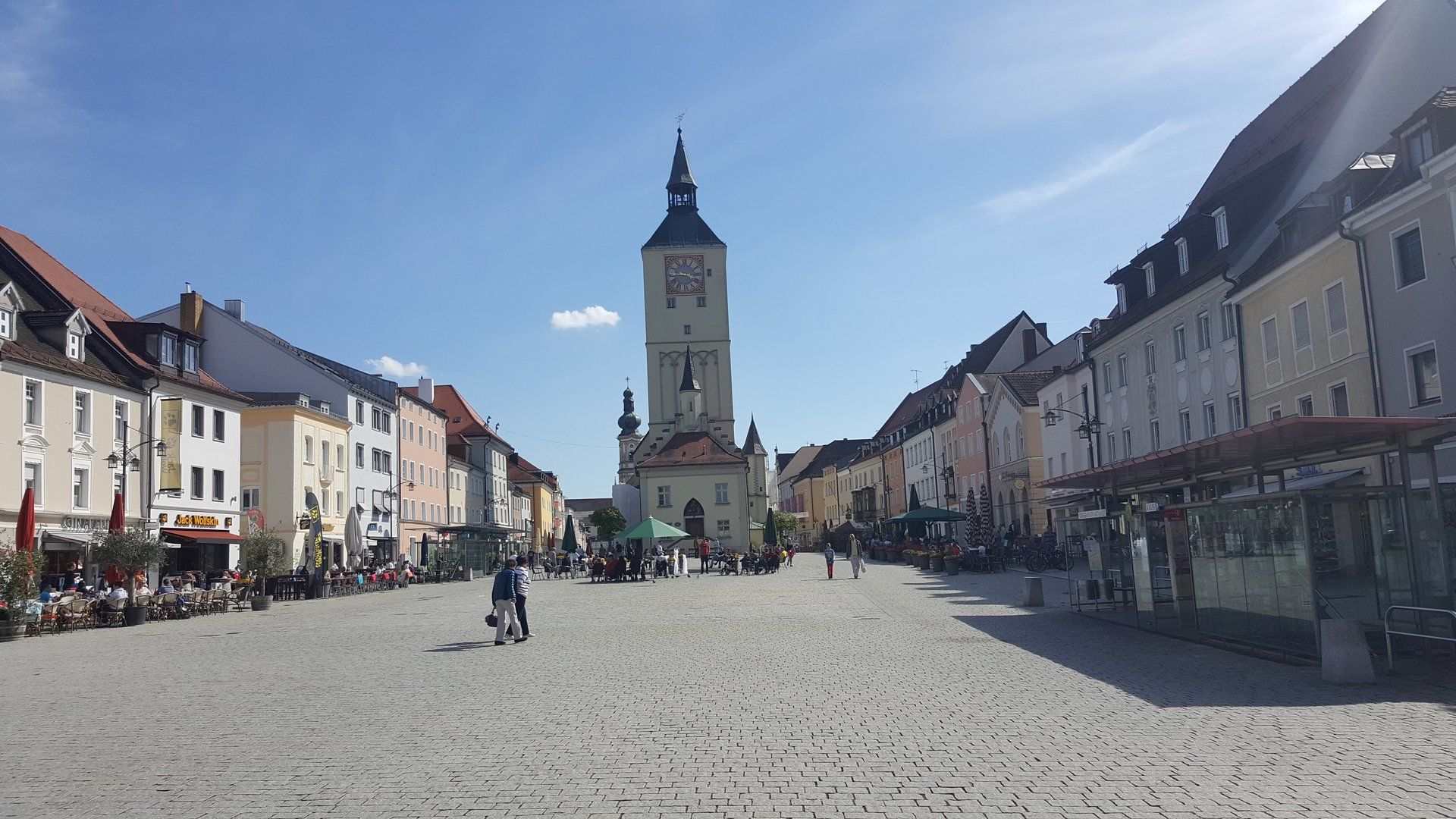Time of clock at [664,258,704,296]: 3:45
